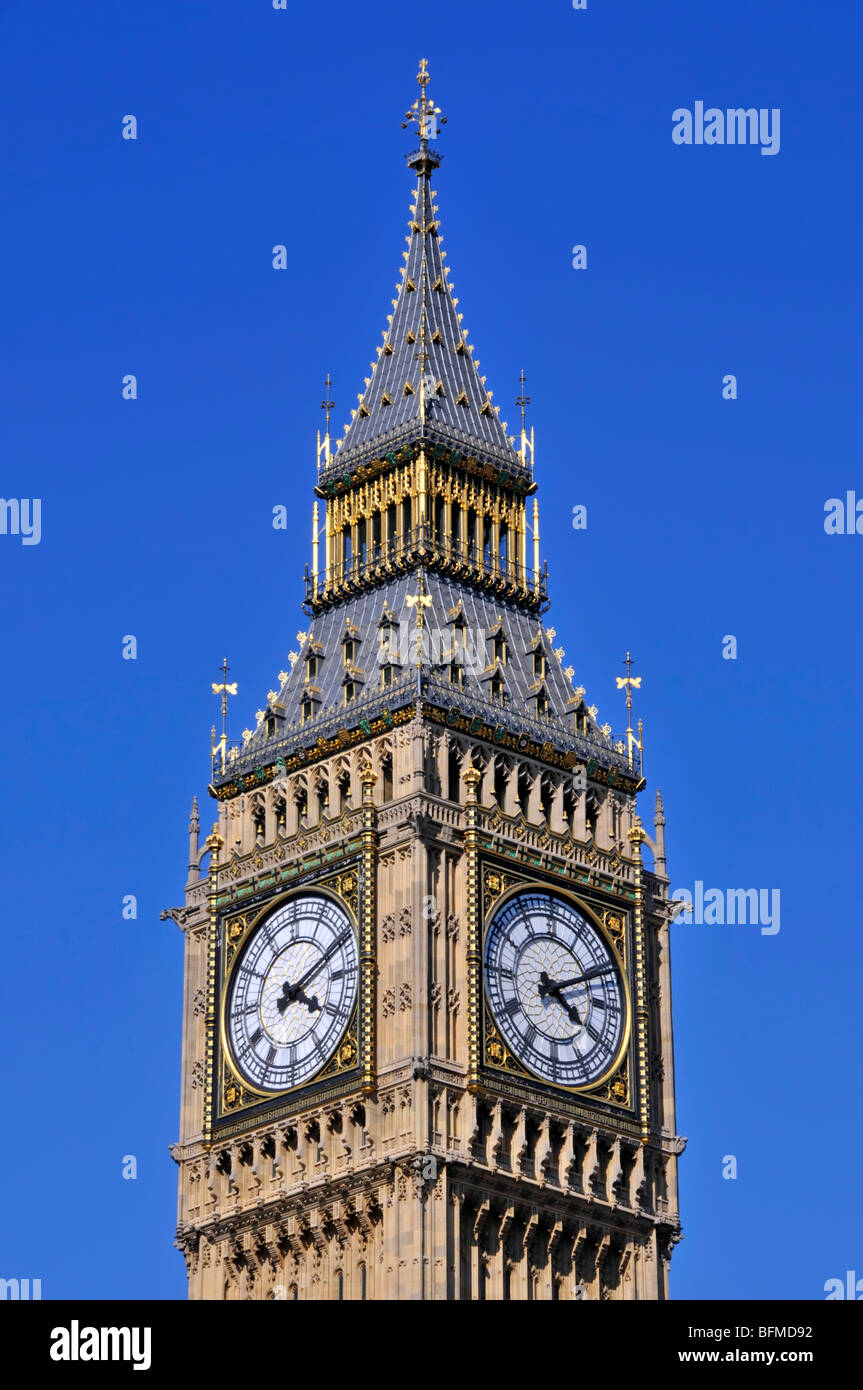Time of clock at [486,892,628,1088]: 4:10
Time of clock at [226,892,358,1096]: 4:10
